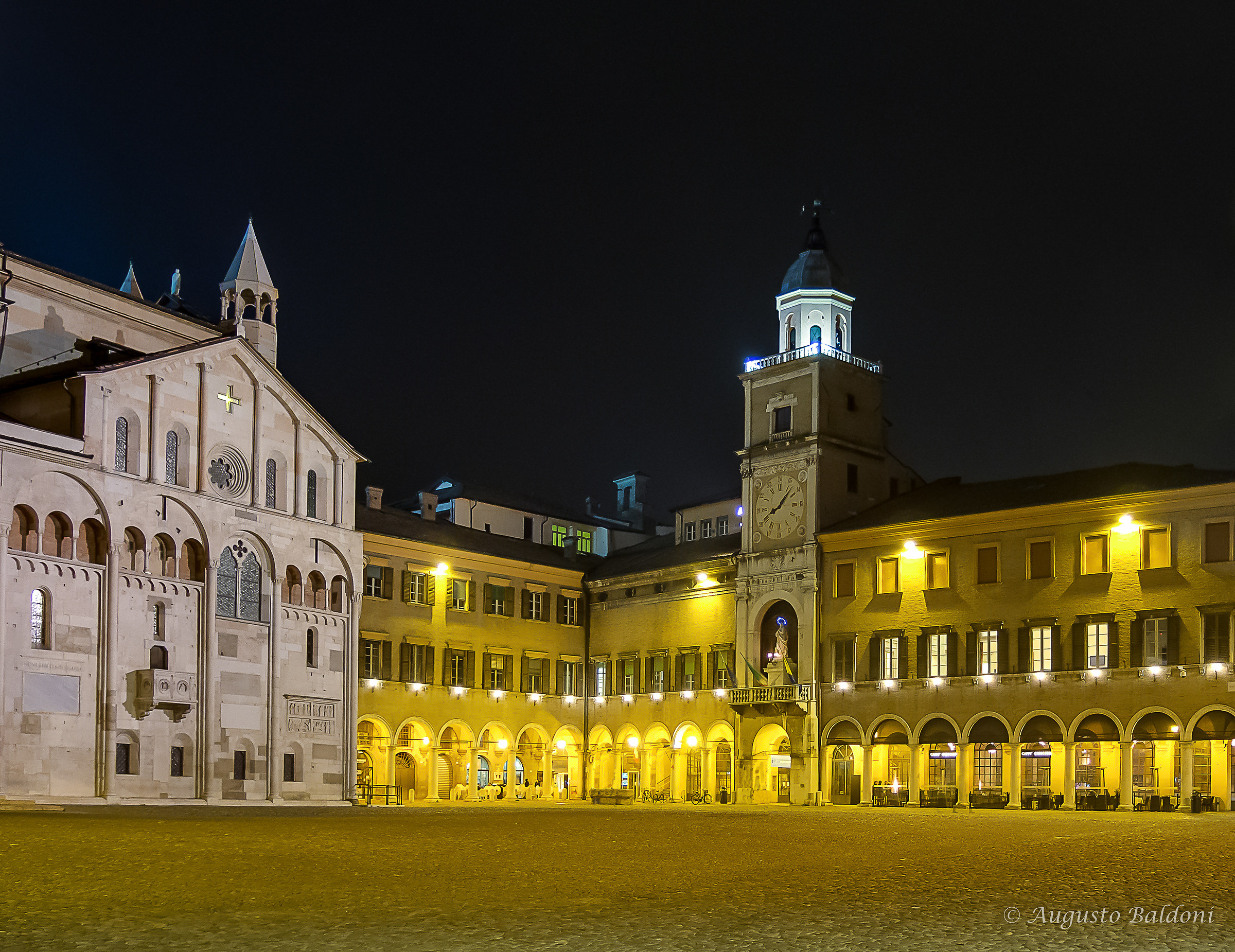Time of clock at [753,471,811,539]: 8:07
